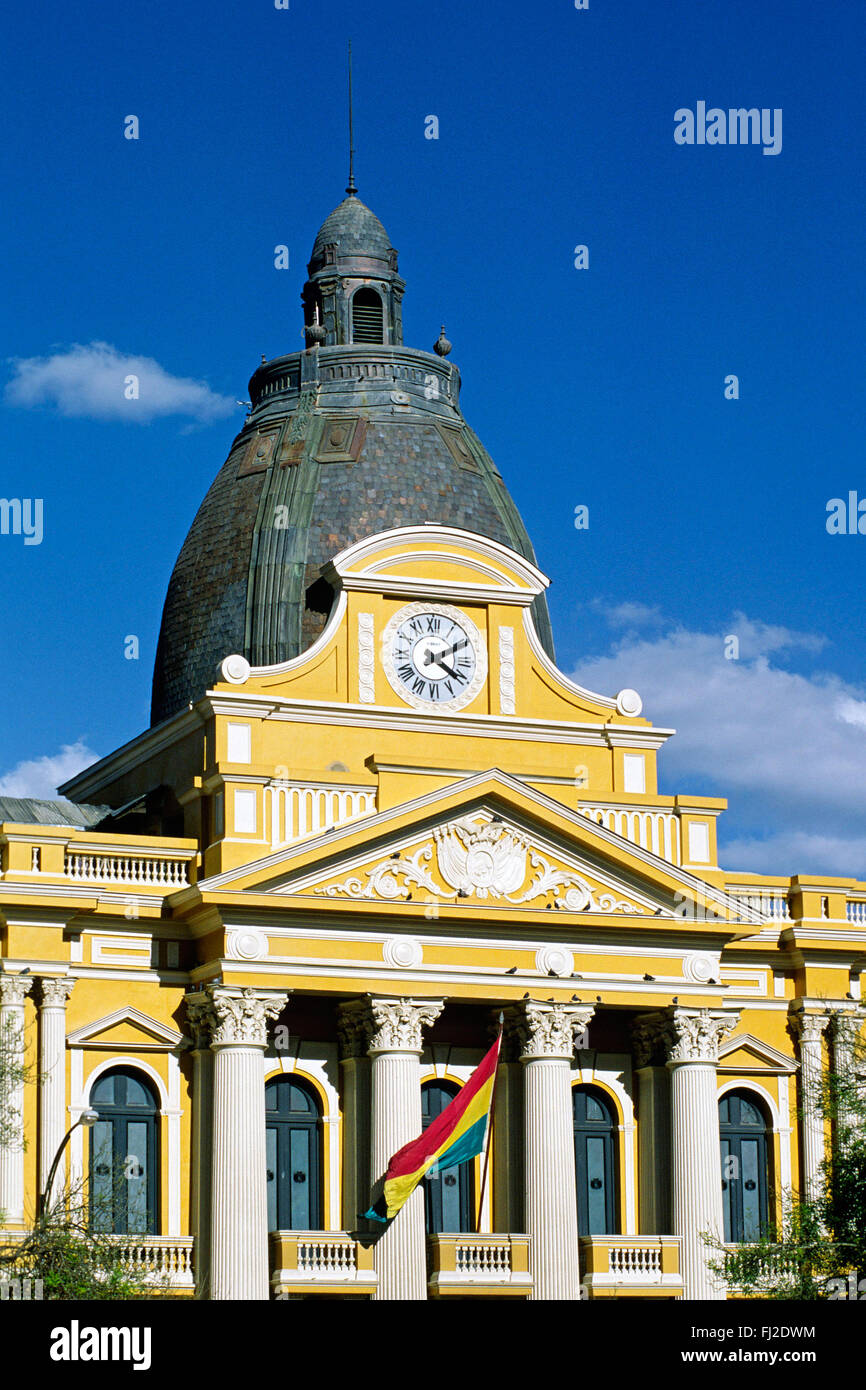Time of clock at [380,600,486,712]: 4:10
